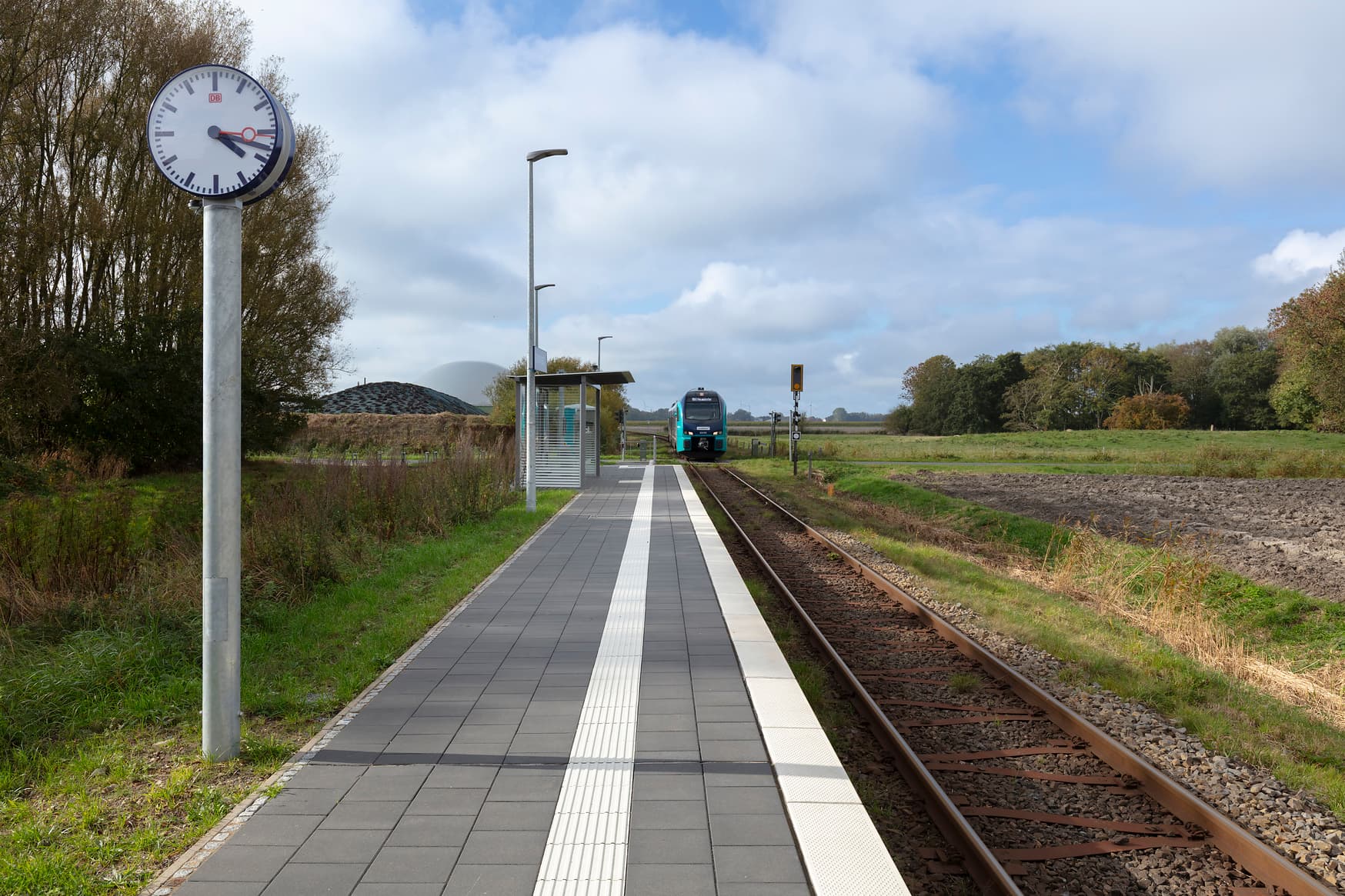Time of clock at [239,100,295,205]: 4:17
